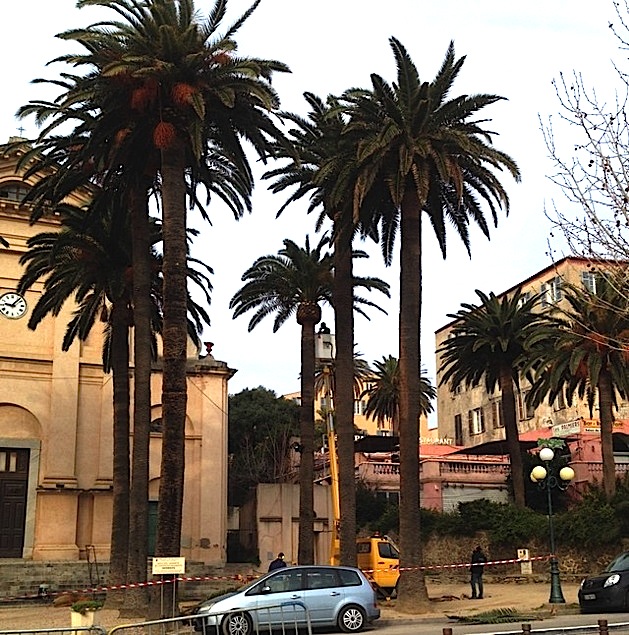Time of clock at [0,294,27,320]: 9:07
